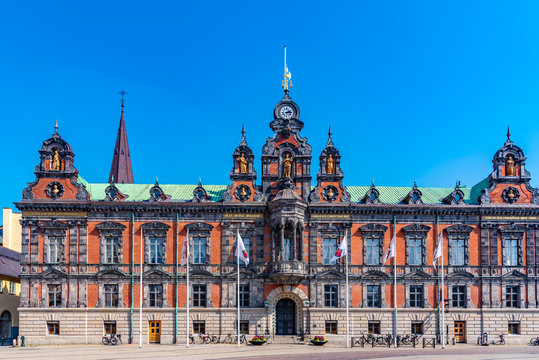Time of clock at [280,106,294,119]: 2:14
